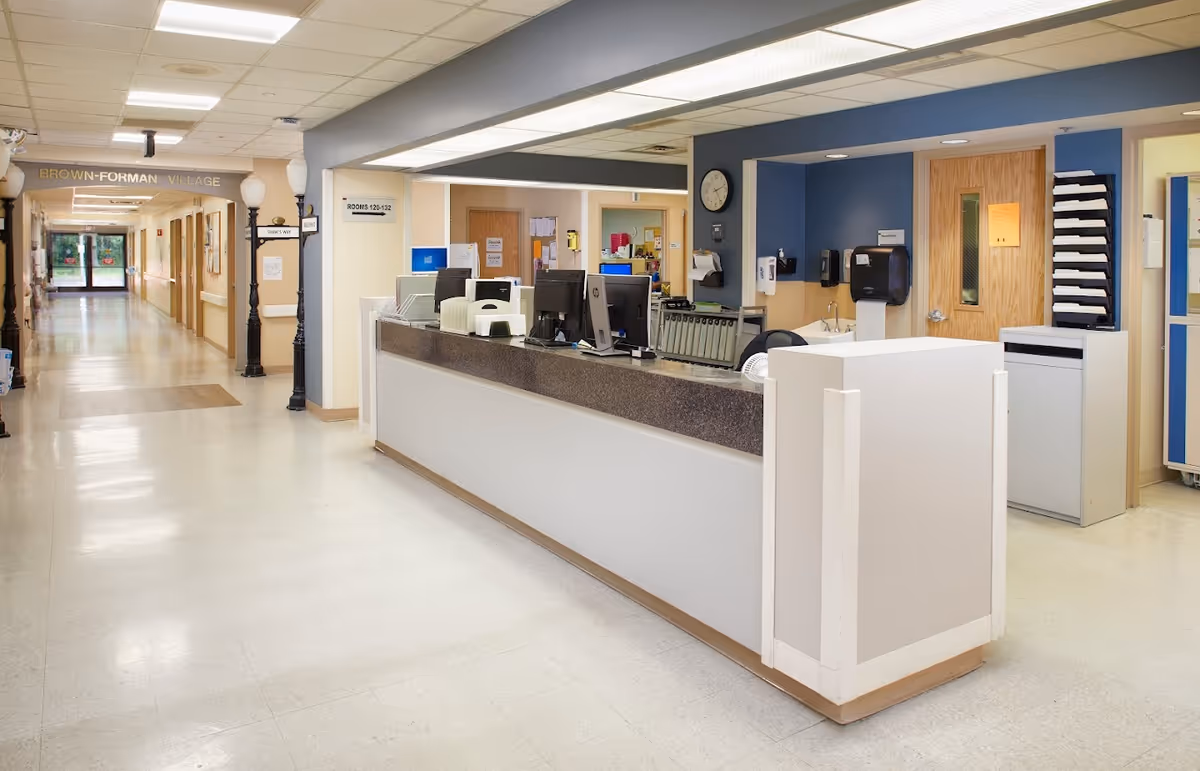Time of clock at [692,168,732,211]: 2:24
